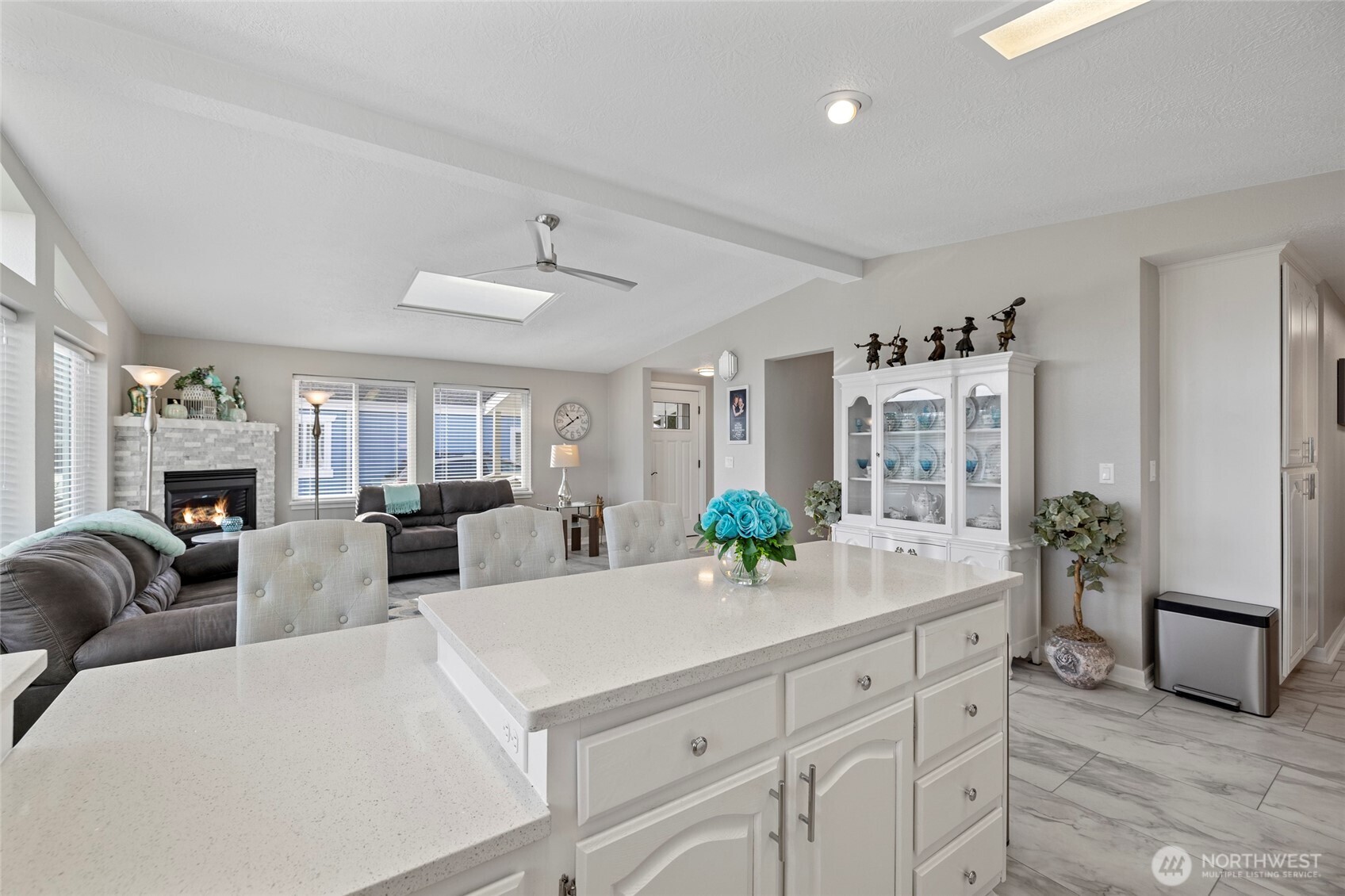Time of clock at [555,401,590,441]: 10:39
